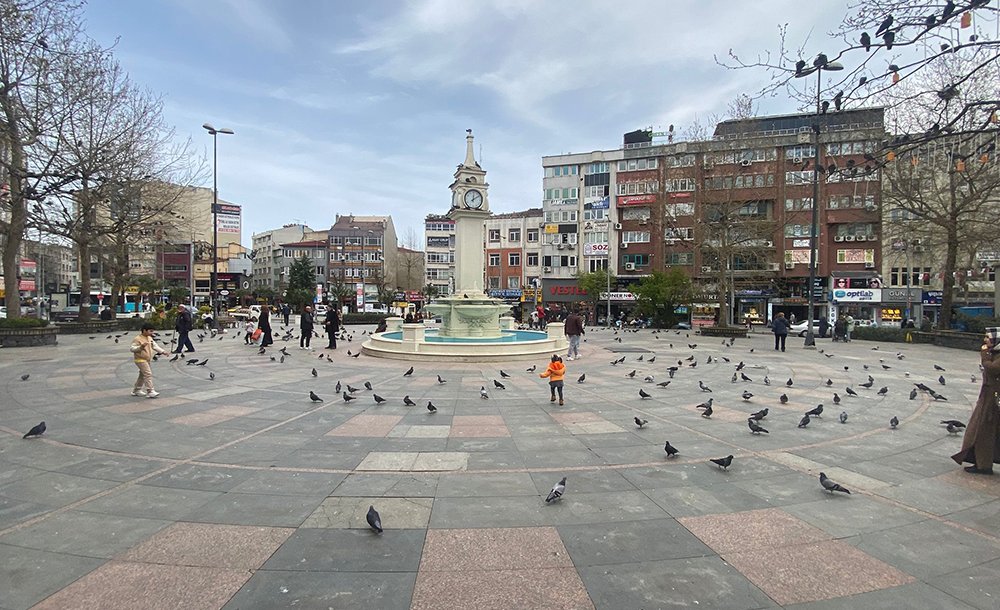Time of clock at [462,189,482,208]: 12:09
